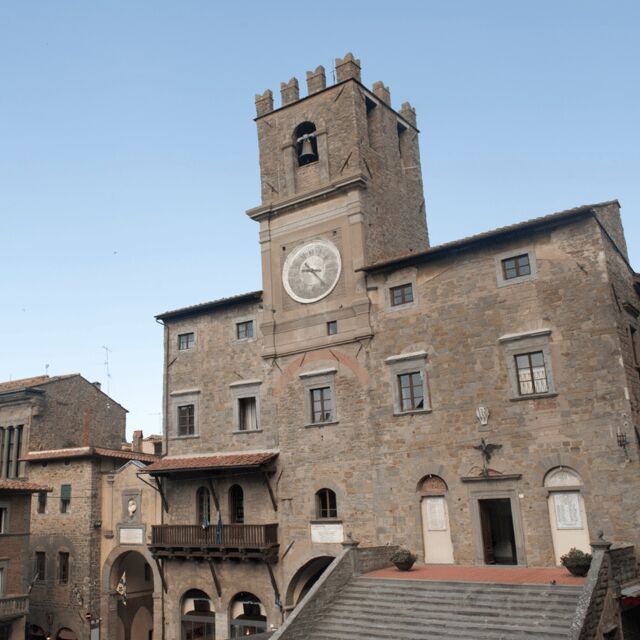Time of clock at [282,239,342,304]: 9:22
